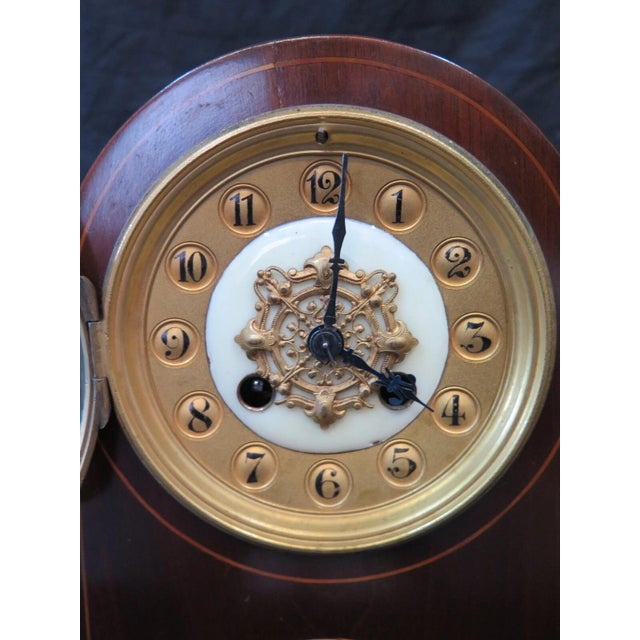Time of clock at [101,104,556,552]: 4:01
